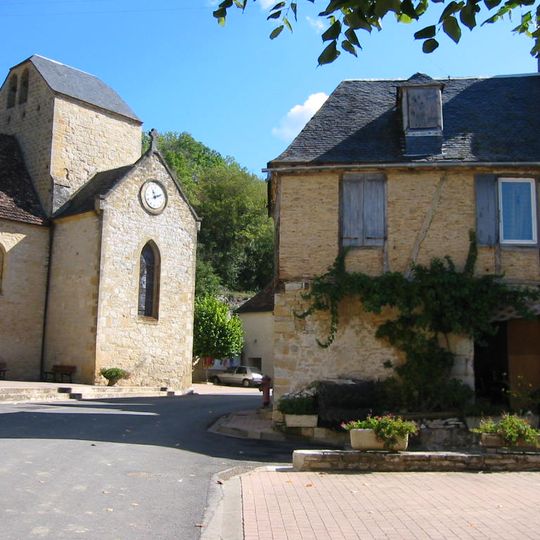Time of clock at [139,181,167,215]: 11:11
